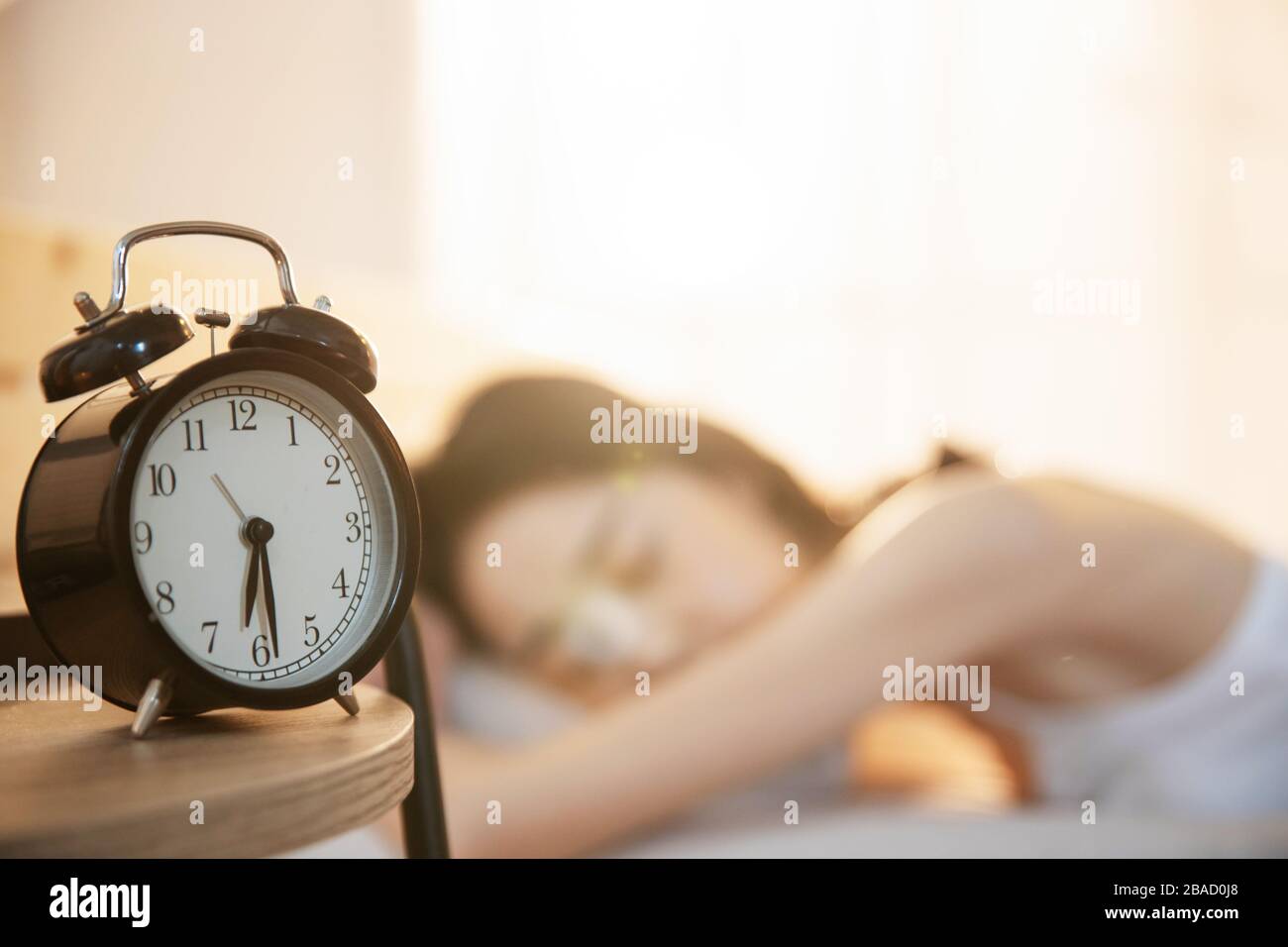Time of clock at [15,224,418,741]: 6:28
